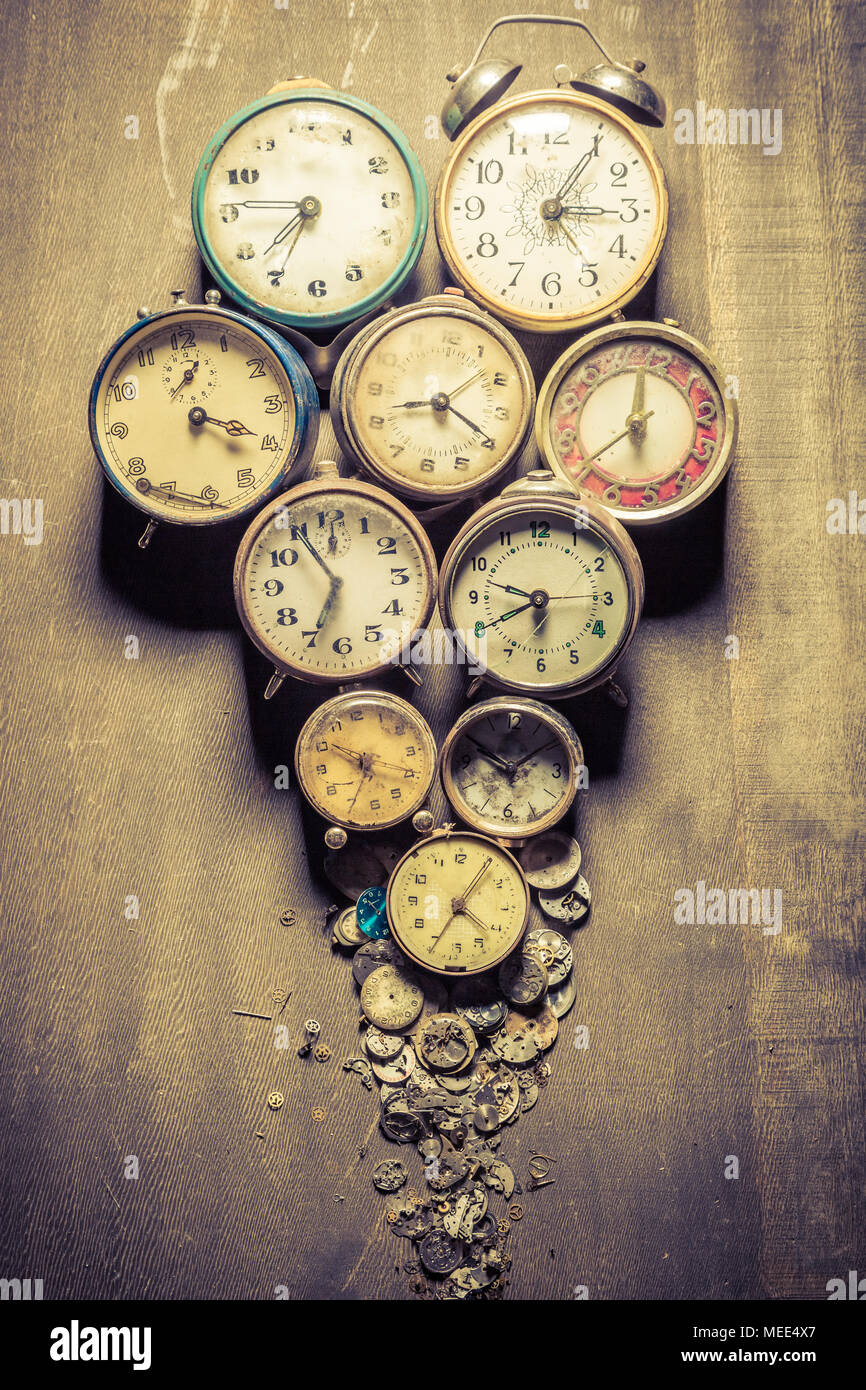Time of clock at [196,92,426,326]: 7:34
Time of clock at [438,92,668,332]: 3:05
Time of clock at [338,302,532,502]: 8:19
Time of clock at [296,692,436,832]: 6:50
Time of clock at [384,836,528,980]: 7:05
